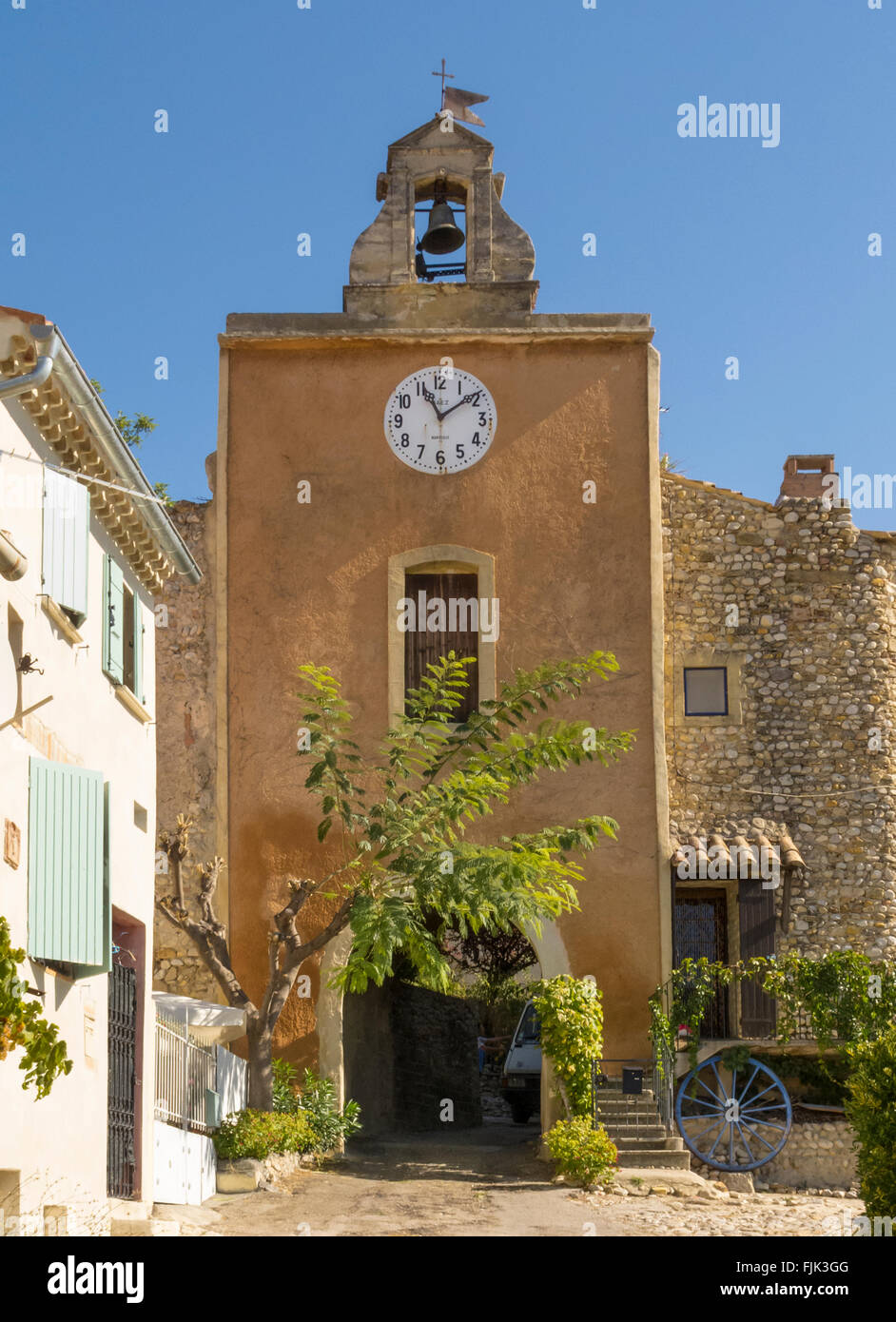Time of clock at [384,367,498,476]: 11:09
